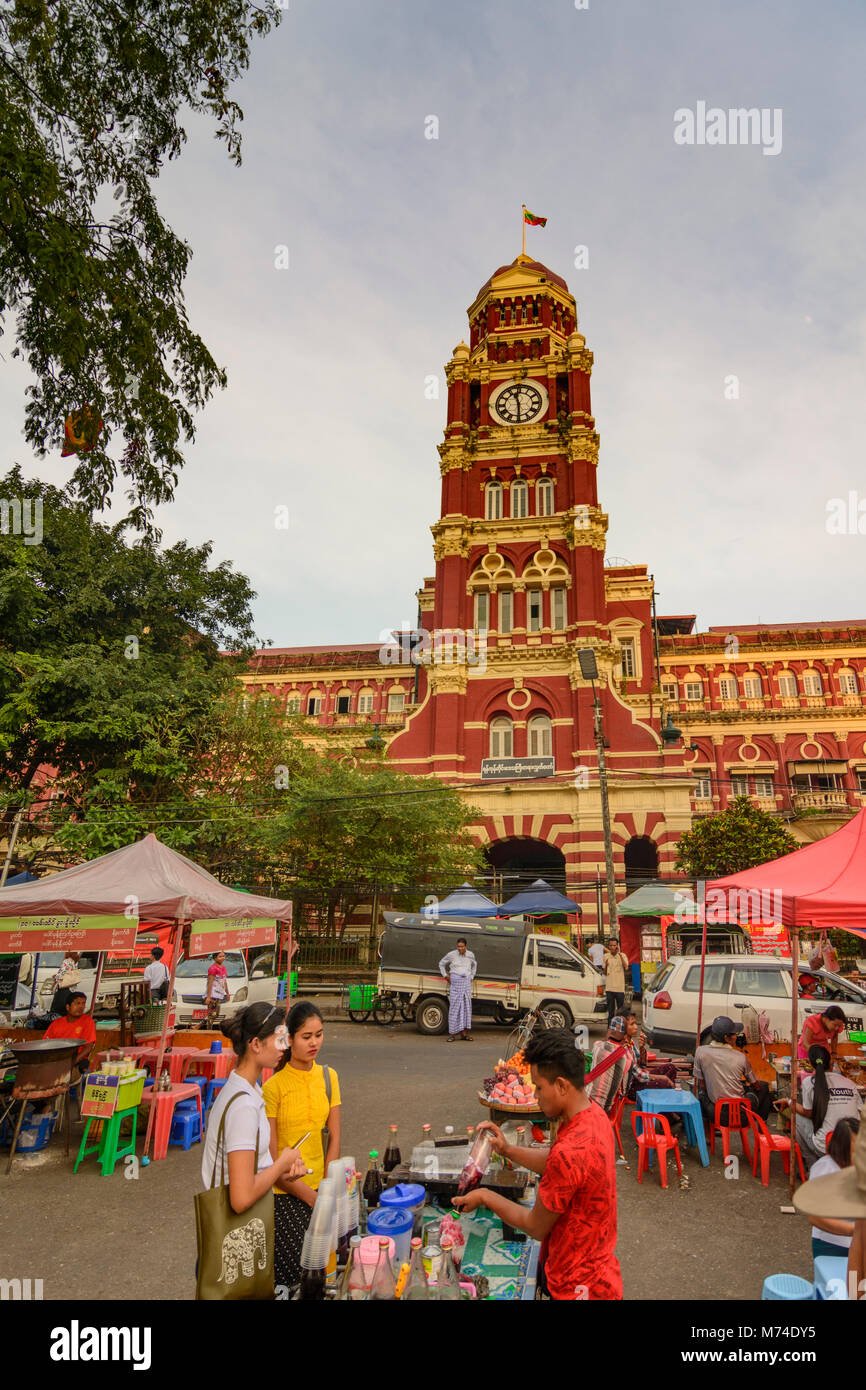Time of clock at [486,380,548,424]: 11:29
